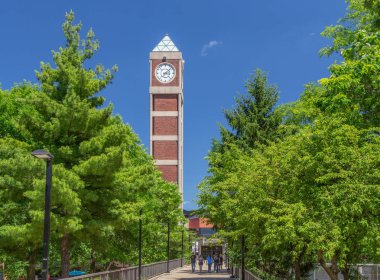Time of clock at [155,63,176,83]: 3:07
